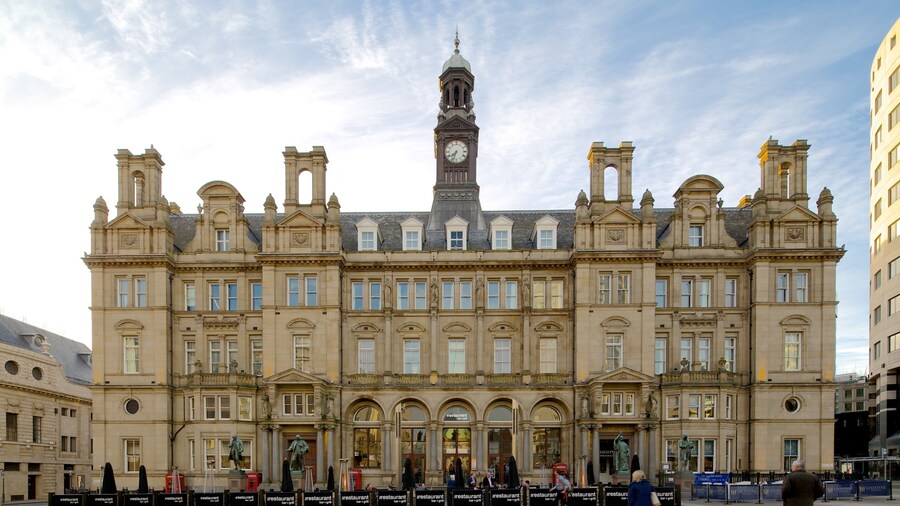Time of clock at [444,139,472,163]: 7:33
